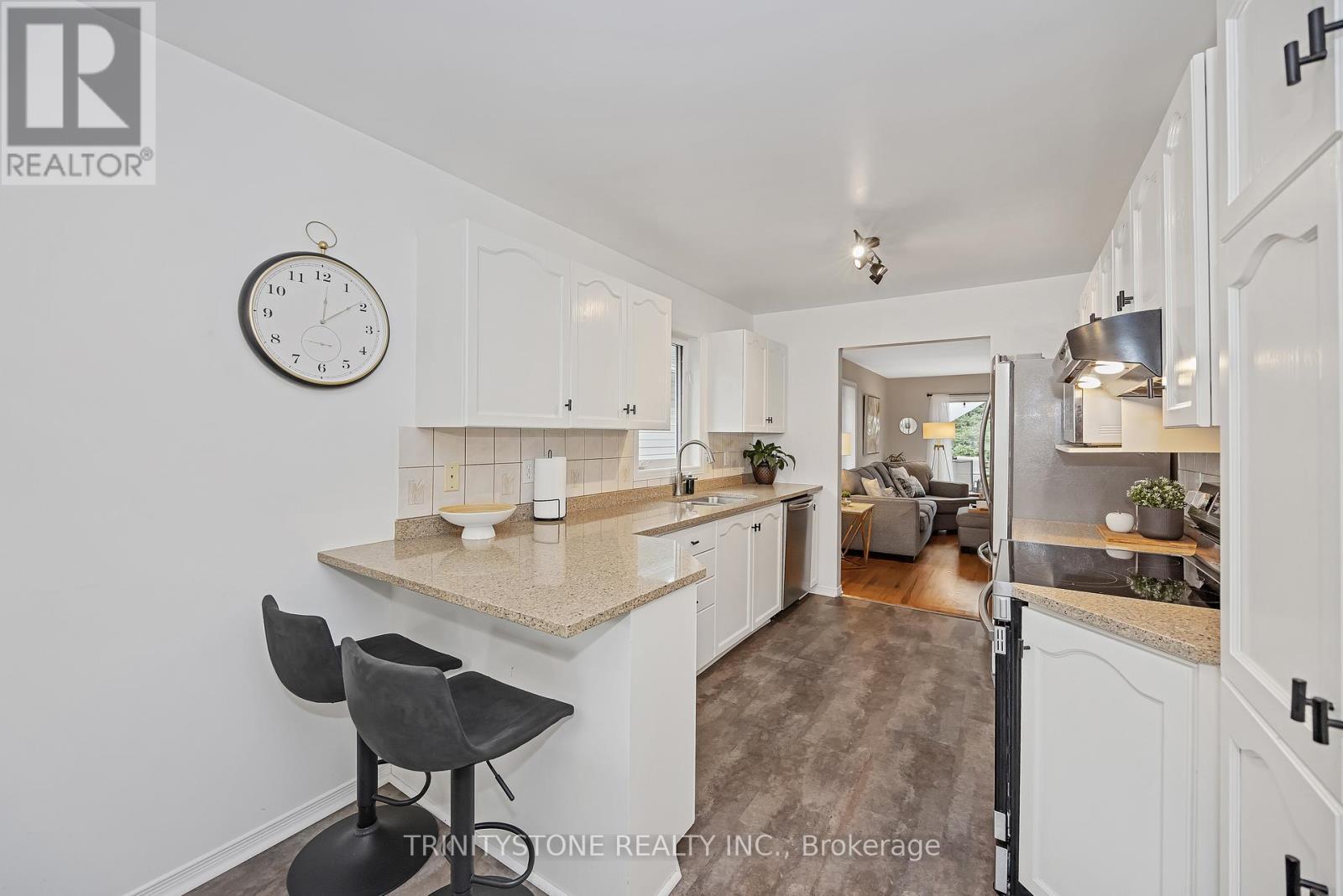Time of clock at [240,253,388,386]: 12:09
